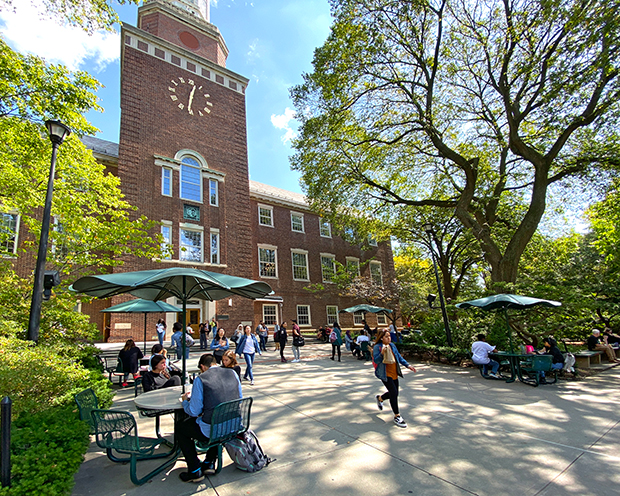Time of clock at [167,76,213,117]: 12:31
